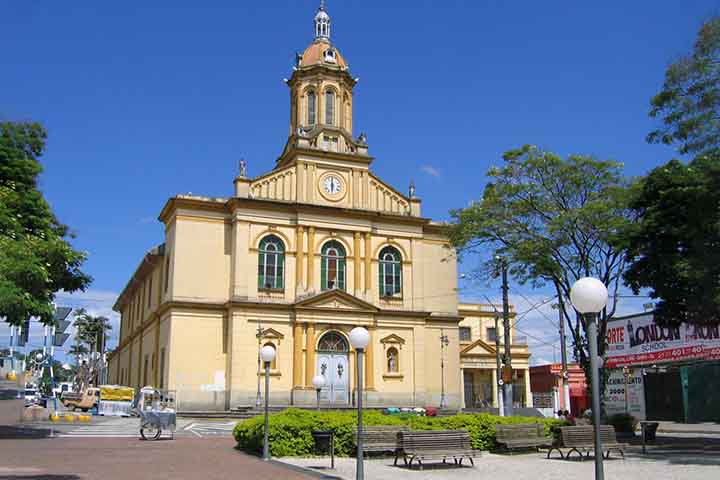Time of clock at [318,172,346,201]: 6:00
